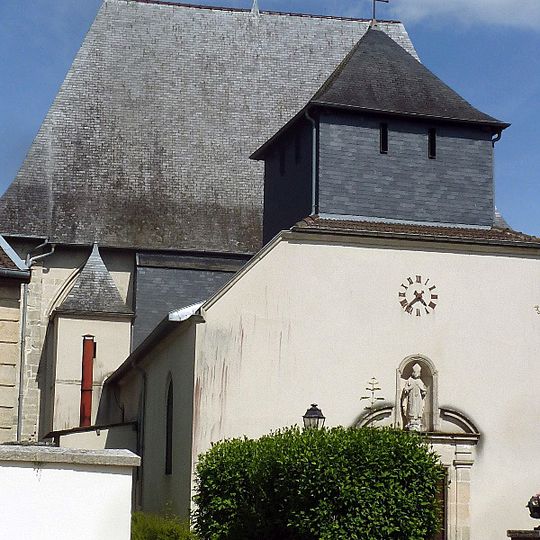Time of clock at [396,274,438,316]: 4:37
